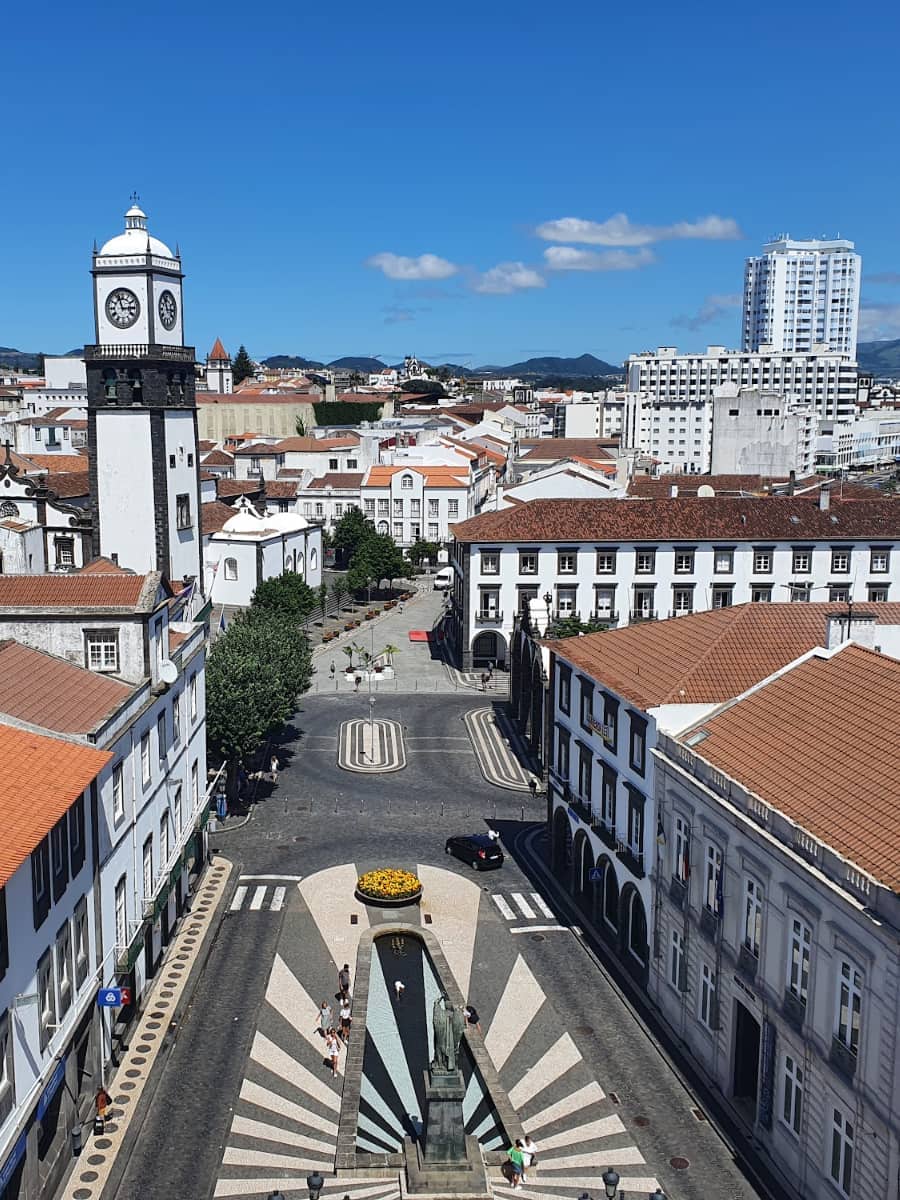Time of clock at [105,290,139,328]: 2:57
